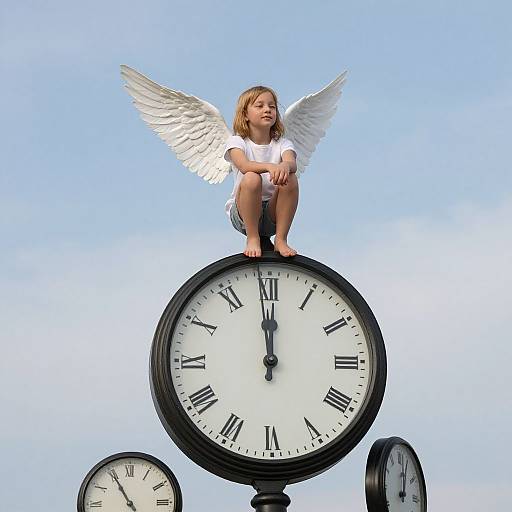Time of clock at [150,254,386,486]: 11:58
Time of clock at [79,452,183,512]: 10:55
